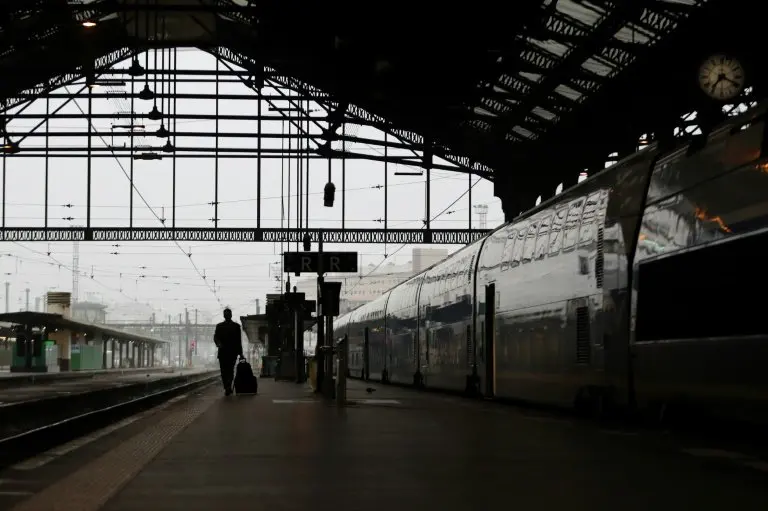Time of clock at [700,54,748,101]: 7:19
